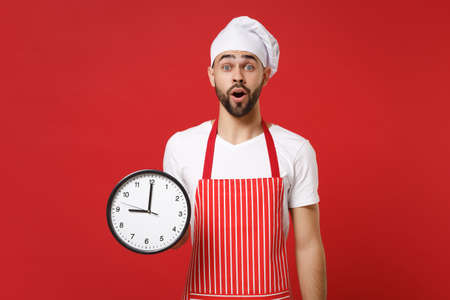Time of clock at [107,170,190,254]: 8:59
